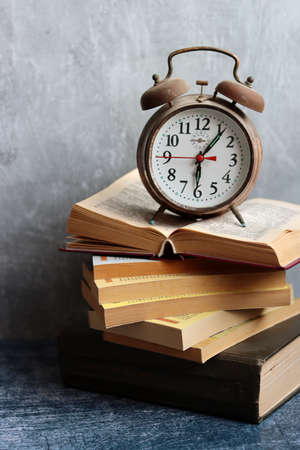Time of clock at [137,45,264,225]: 6:06
